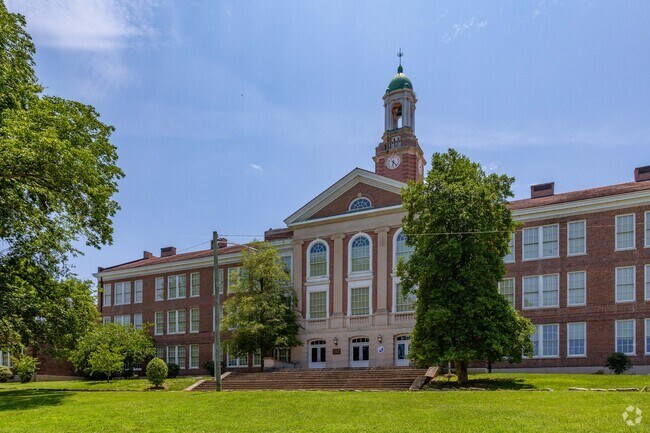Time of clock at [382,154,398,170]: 6:23
